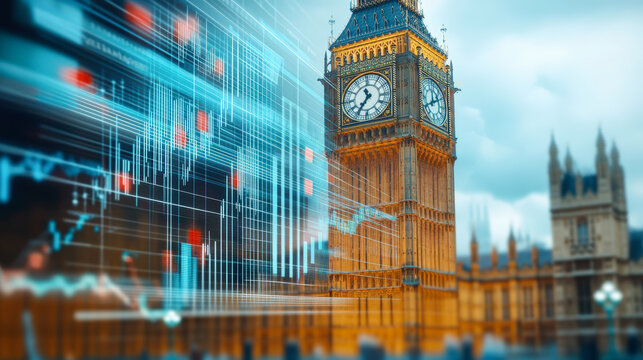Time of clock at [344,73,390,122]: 11:35
